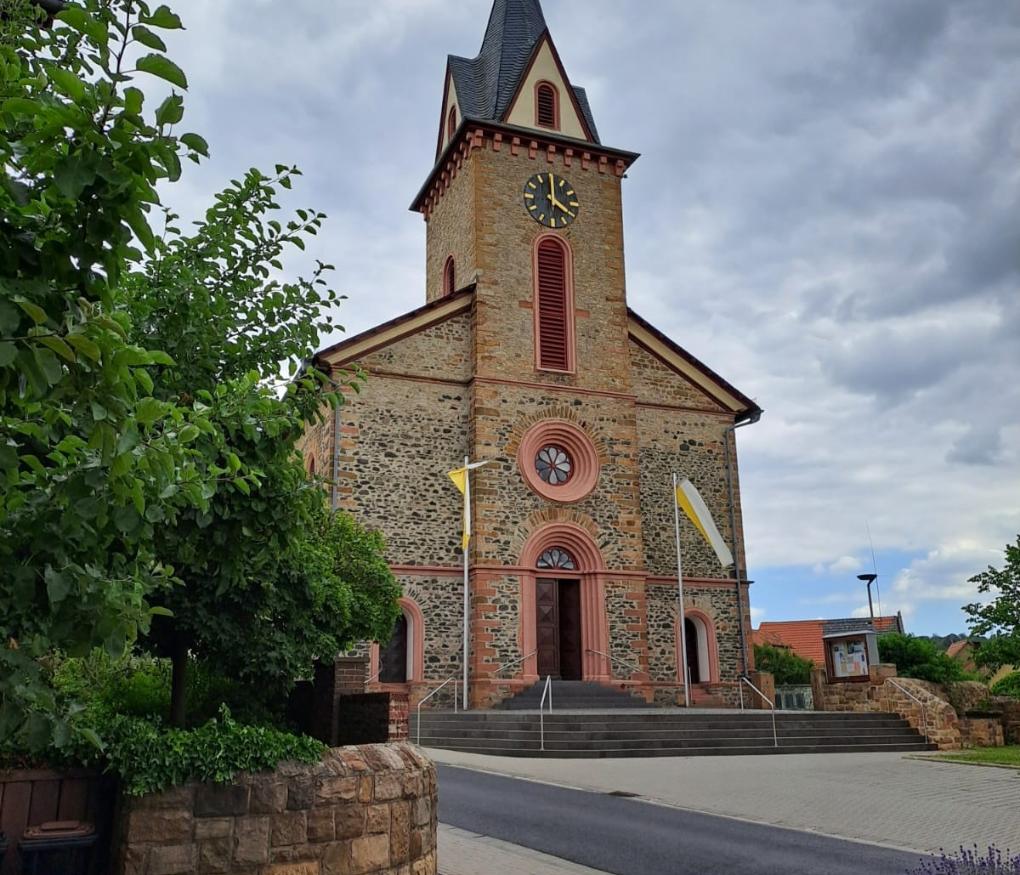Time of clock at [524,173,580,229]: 4:00
